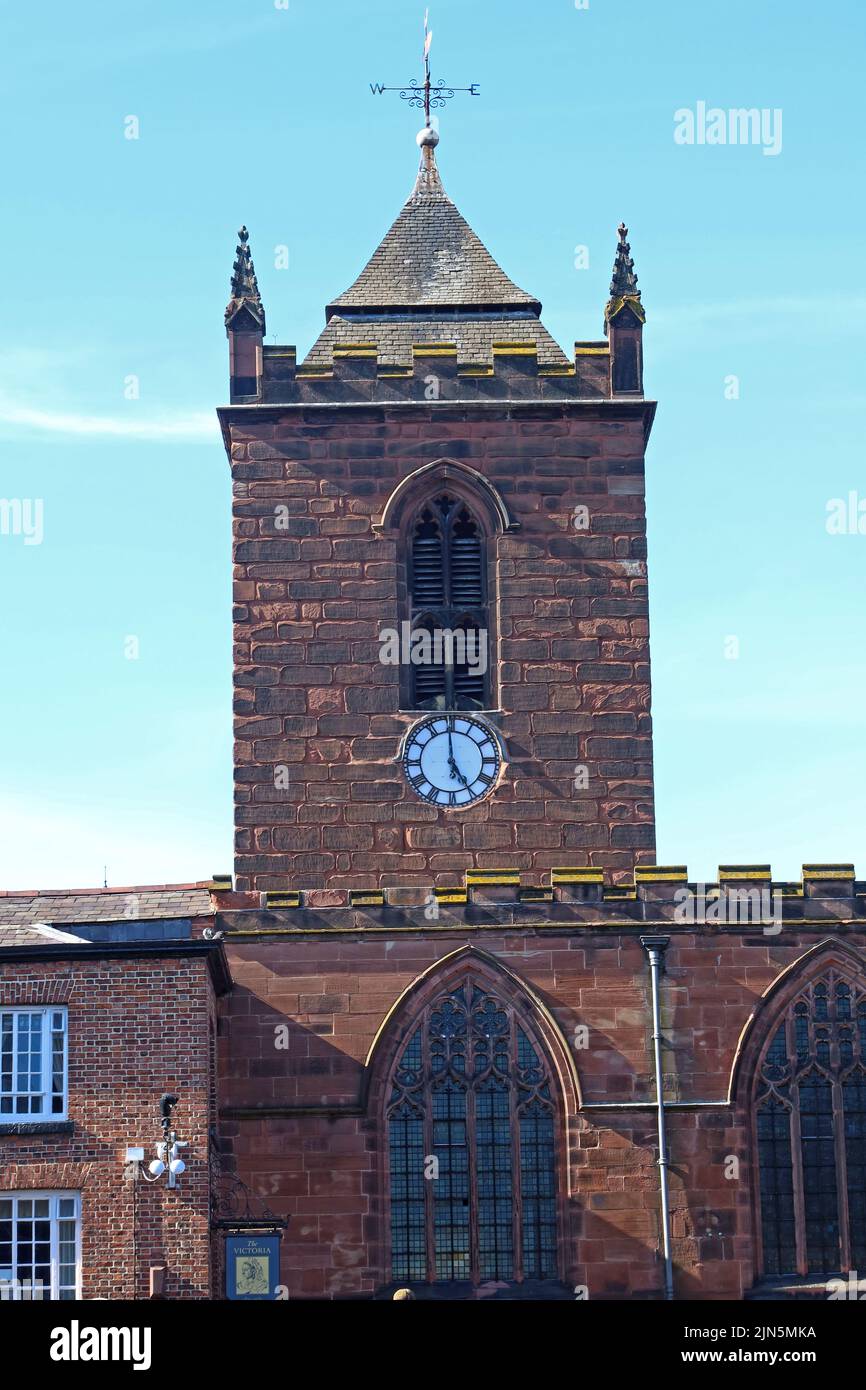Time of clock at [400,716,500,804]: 4:59
